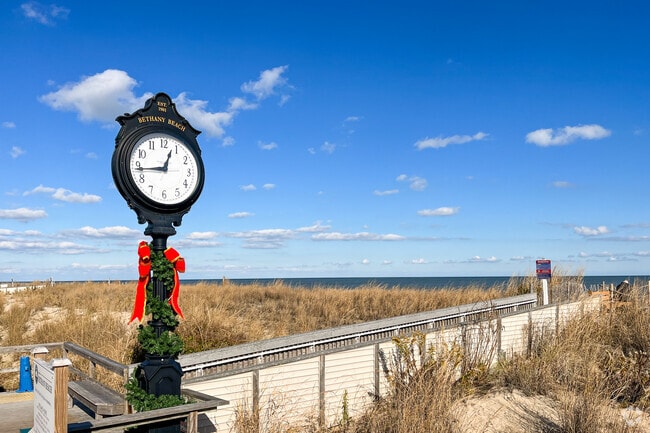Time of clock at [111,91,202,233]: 12:43
